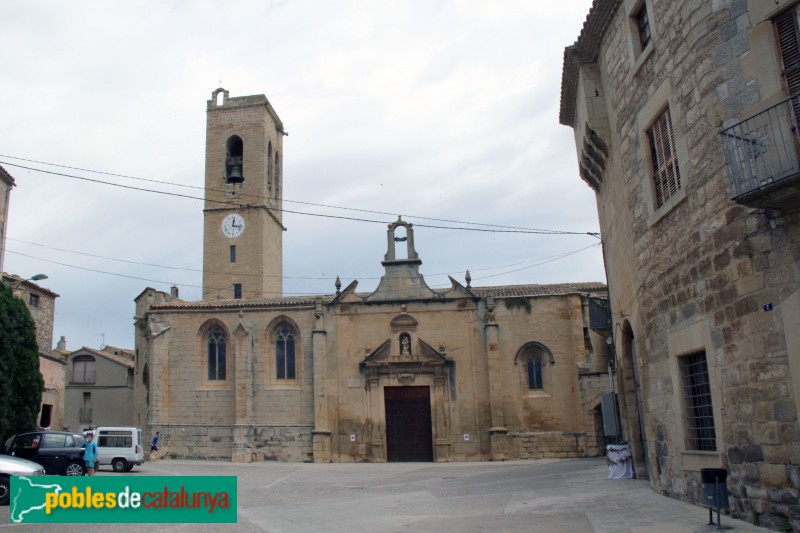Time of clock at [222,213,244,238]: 12:16
